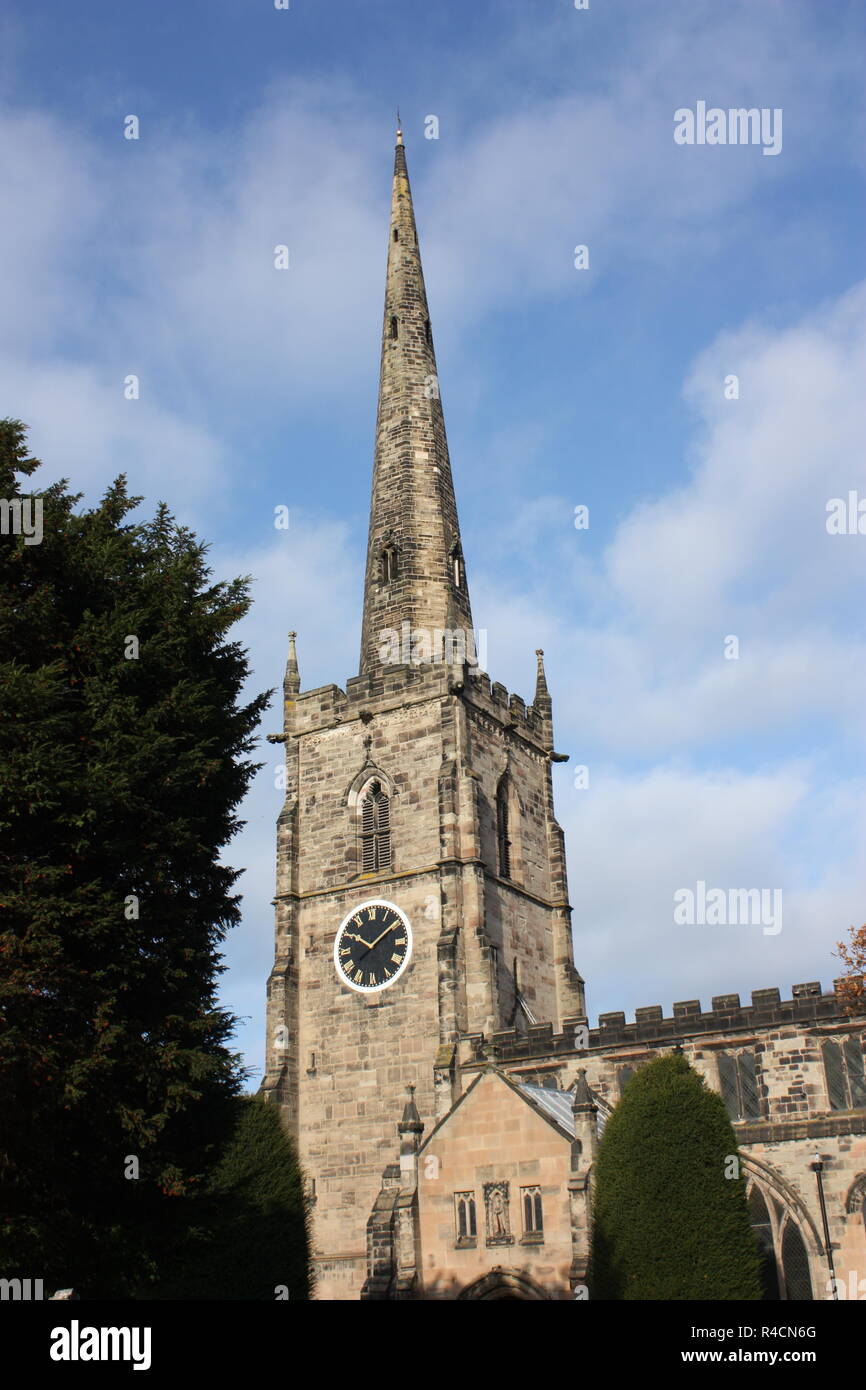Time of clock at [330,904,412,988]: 10:08
